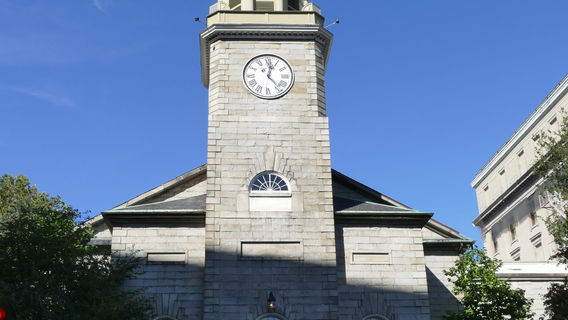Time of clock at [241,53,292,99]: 12:23
